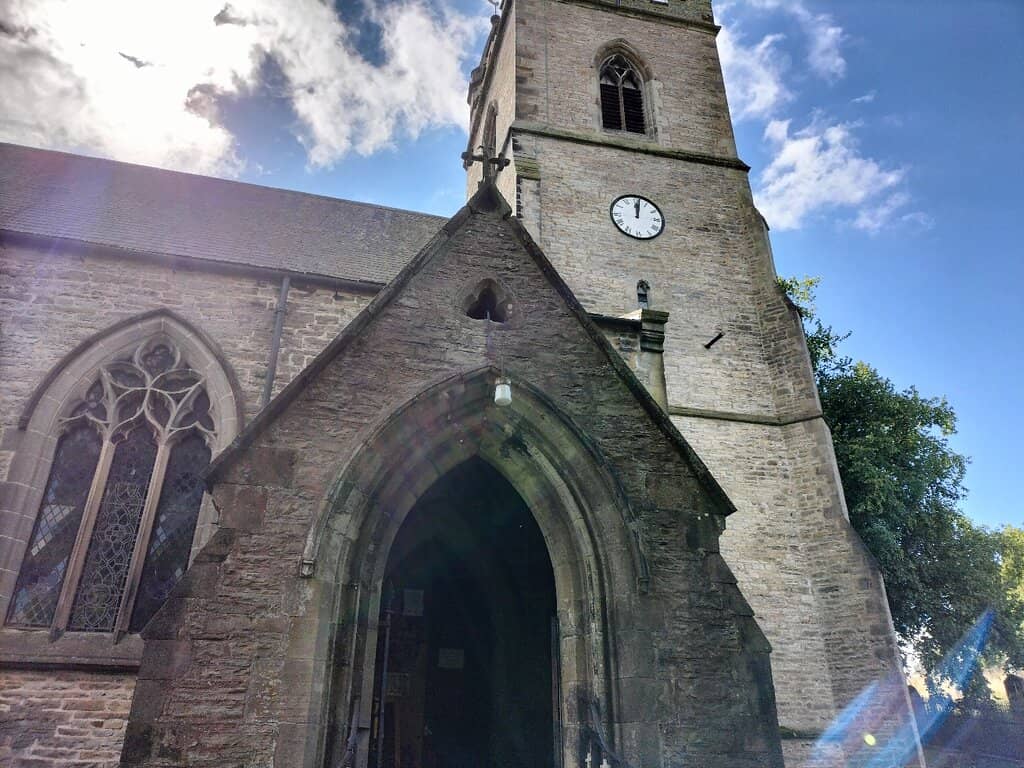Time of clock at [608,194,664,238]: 12:01
